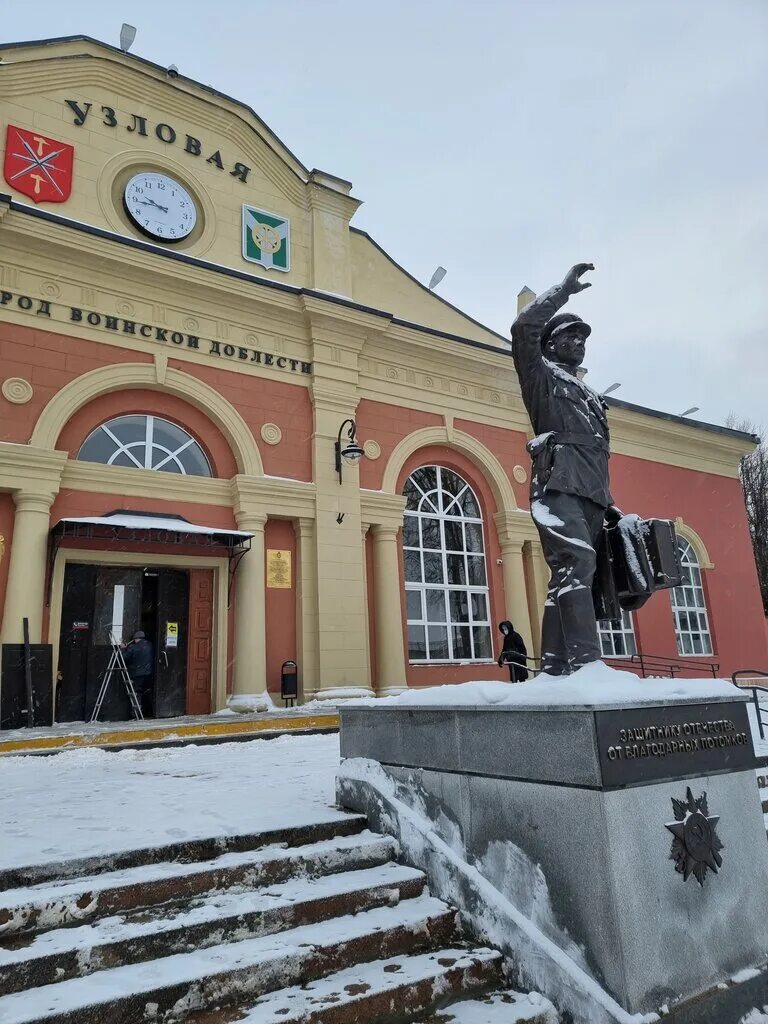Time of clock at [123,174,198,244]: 9:44
